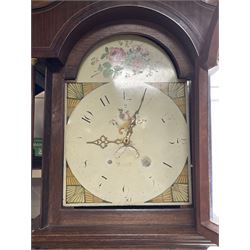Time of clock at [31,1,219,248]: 9:04
